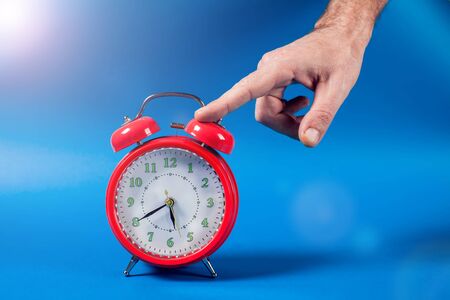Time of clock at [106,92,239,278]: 5:40
